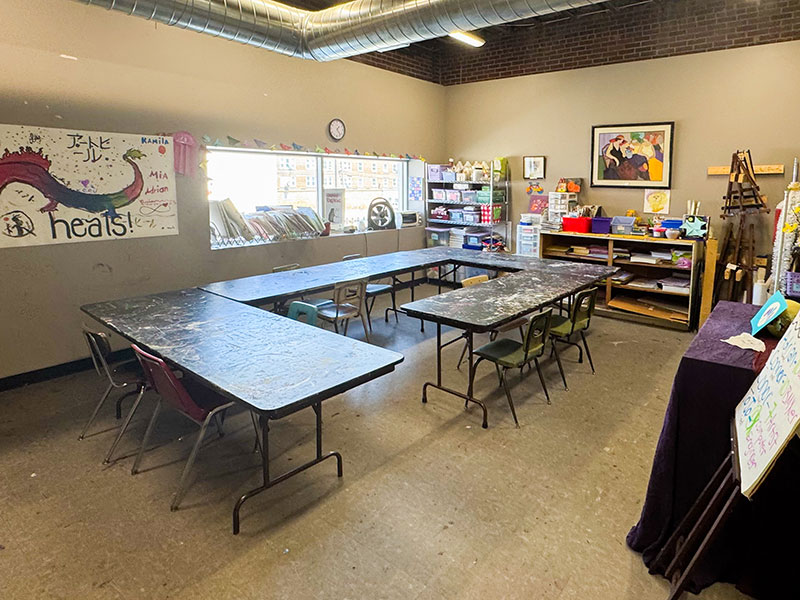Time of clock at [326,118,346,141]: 1:23
